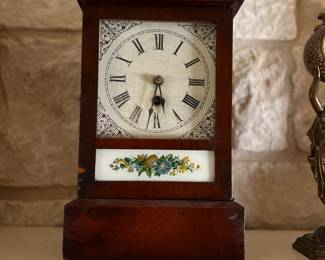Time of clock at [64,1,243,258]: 5:31
